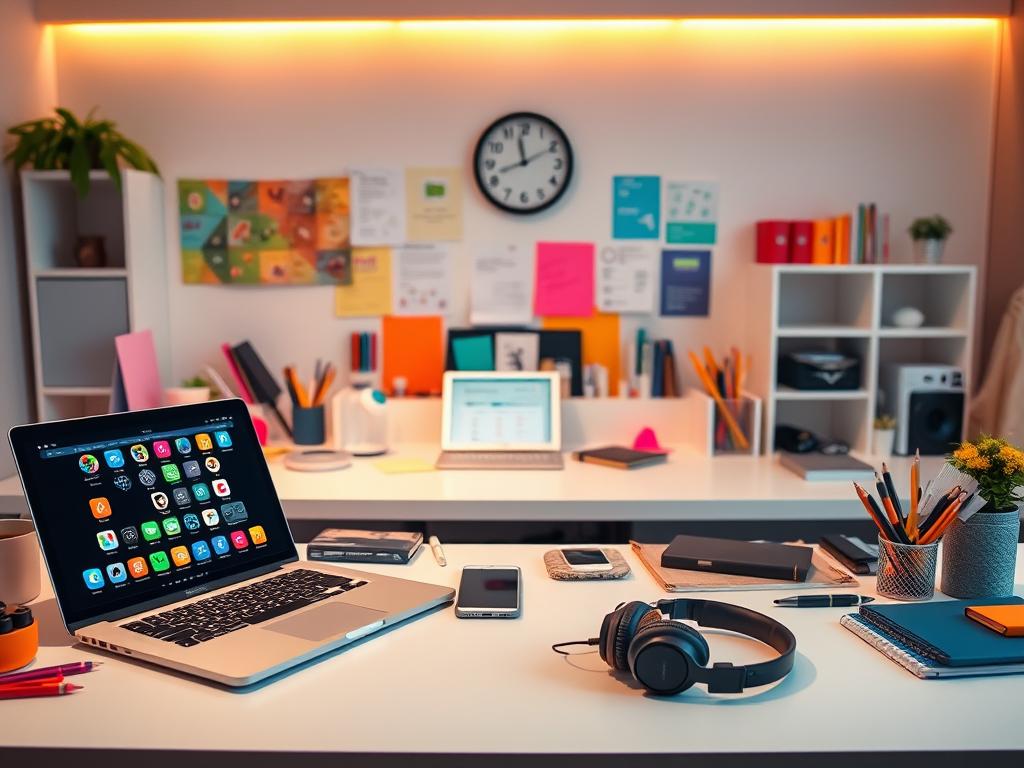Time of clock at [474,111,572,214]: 11:42
